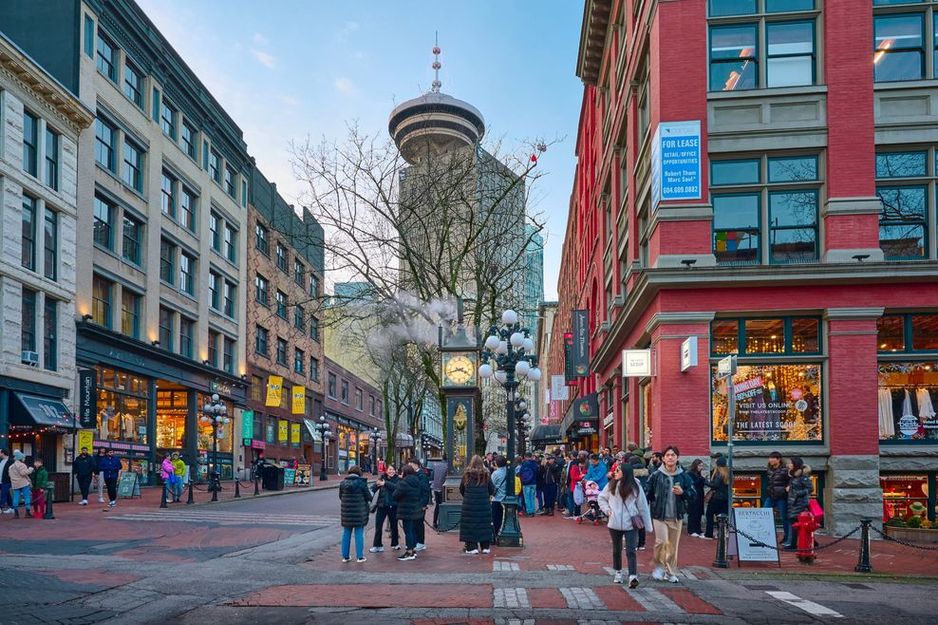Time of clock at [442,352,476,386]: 3:42
